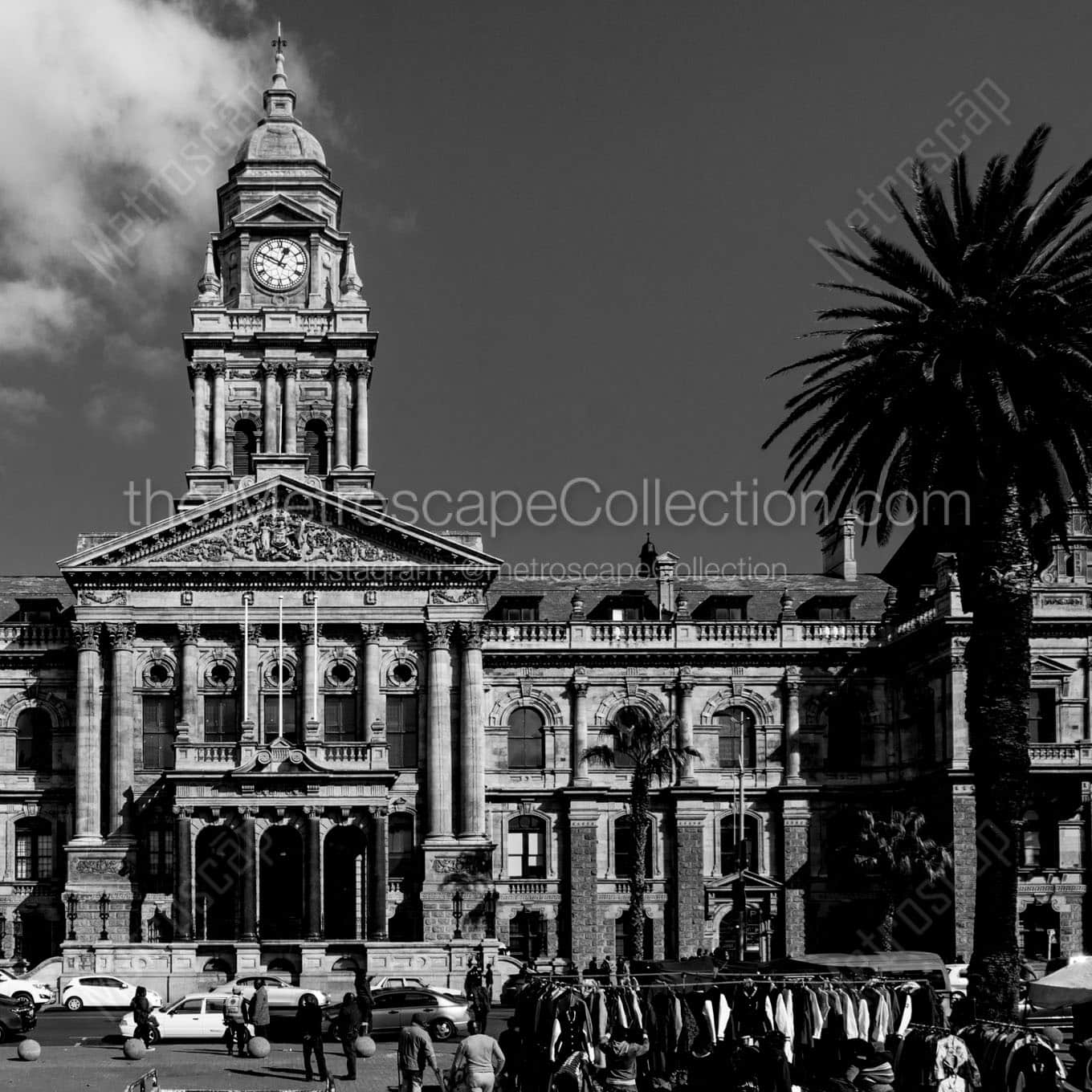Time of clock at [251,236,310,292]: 12:49
